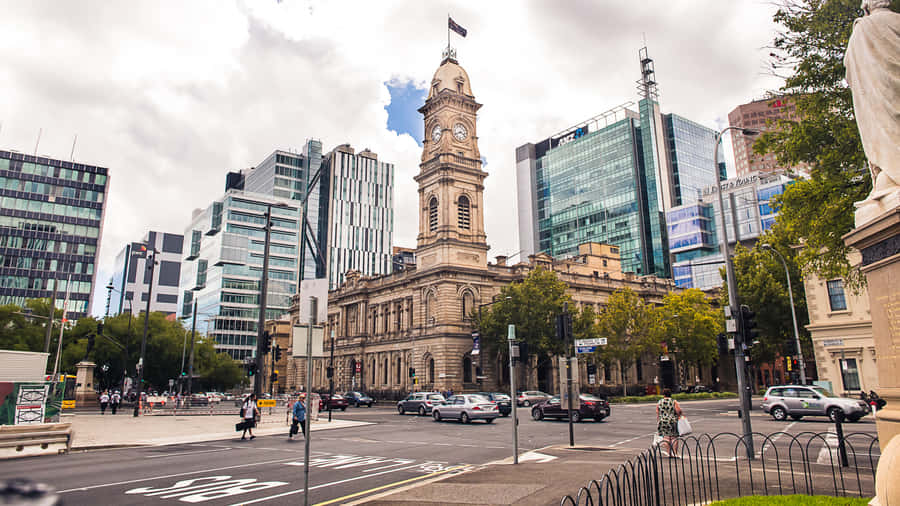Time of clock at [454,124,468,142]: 3:40
